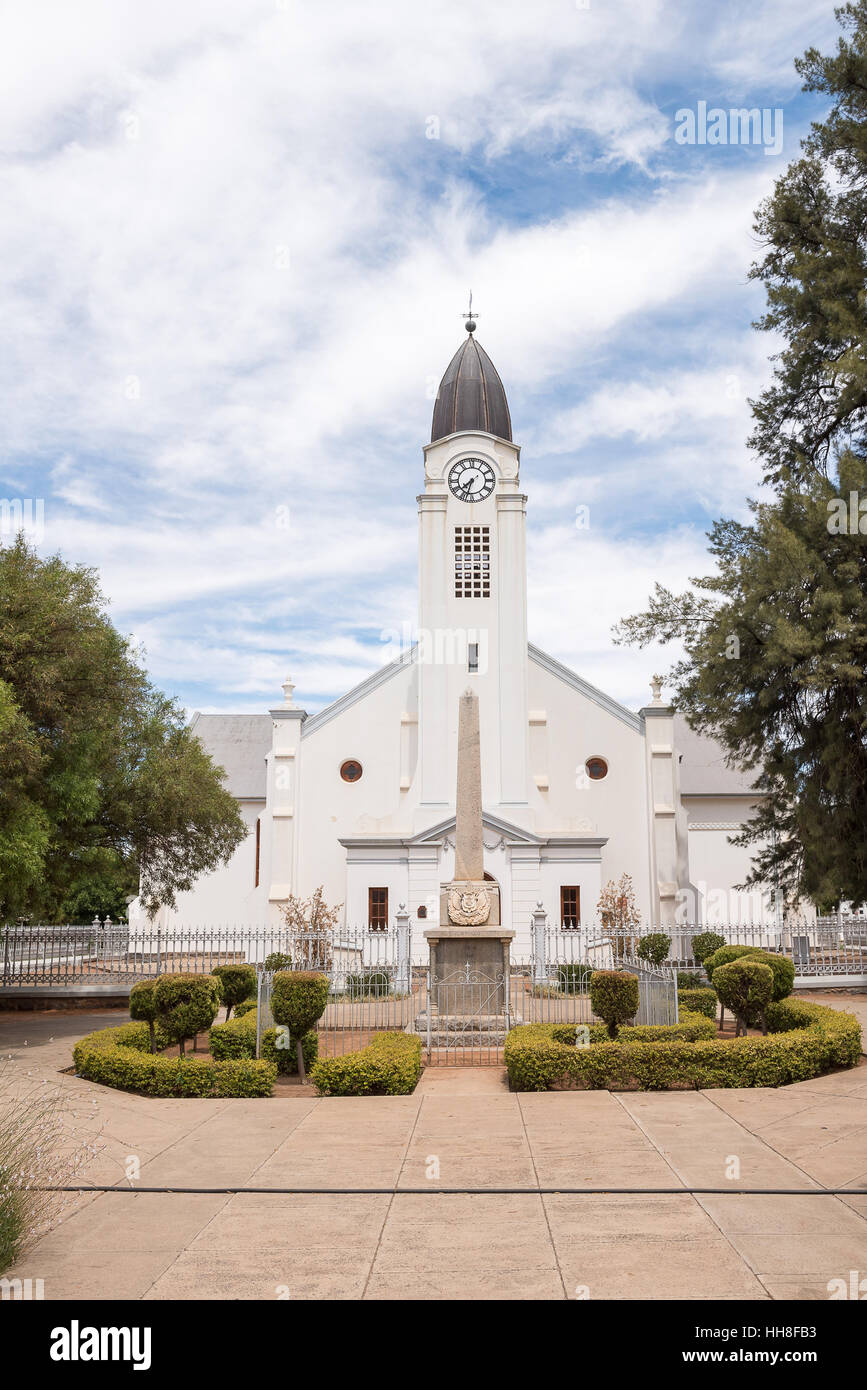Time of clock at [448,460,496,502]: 7:32
